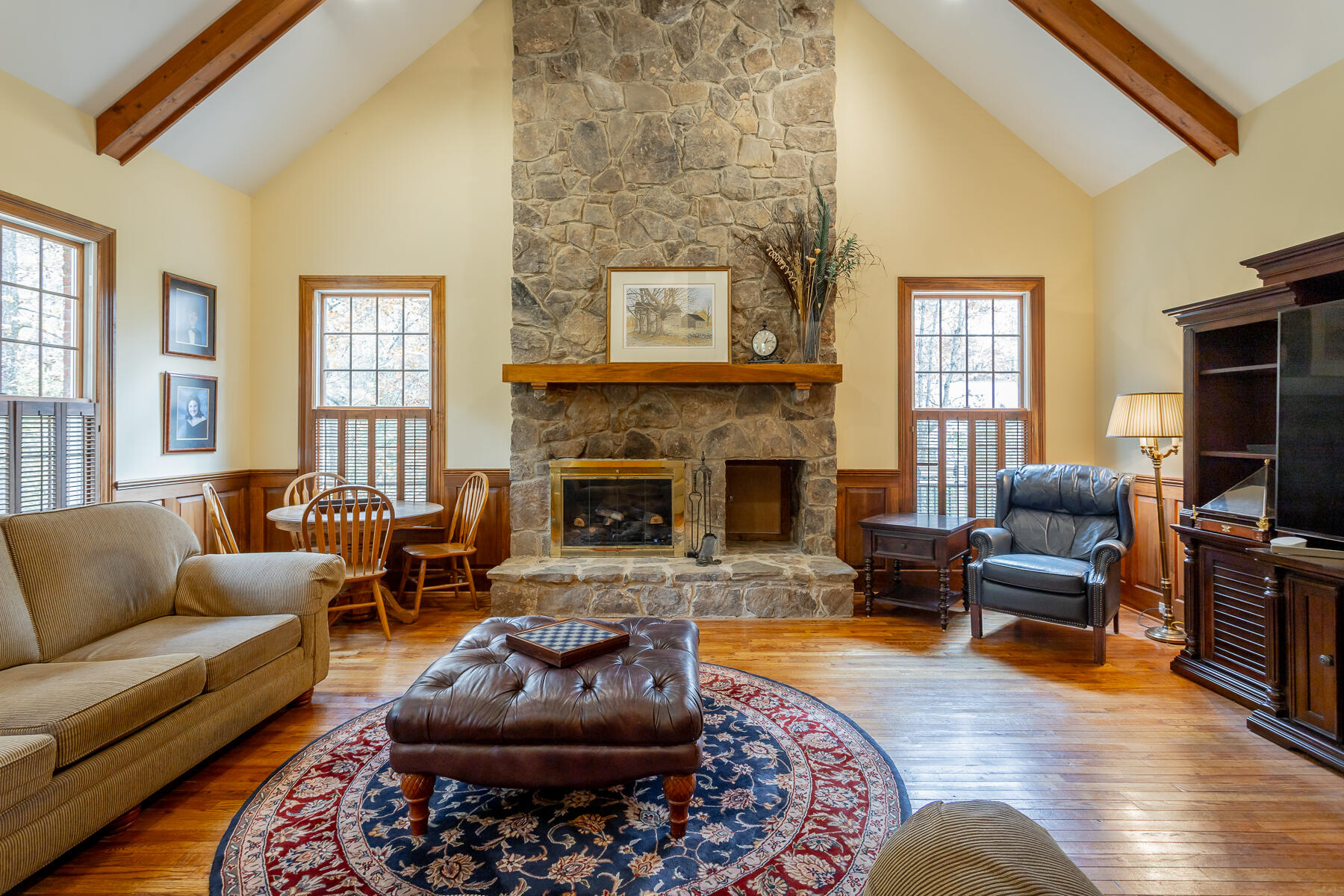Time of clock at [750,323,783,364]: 1:12
